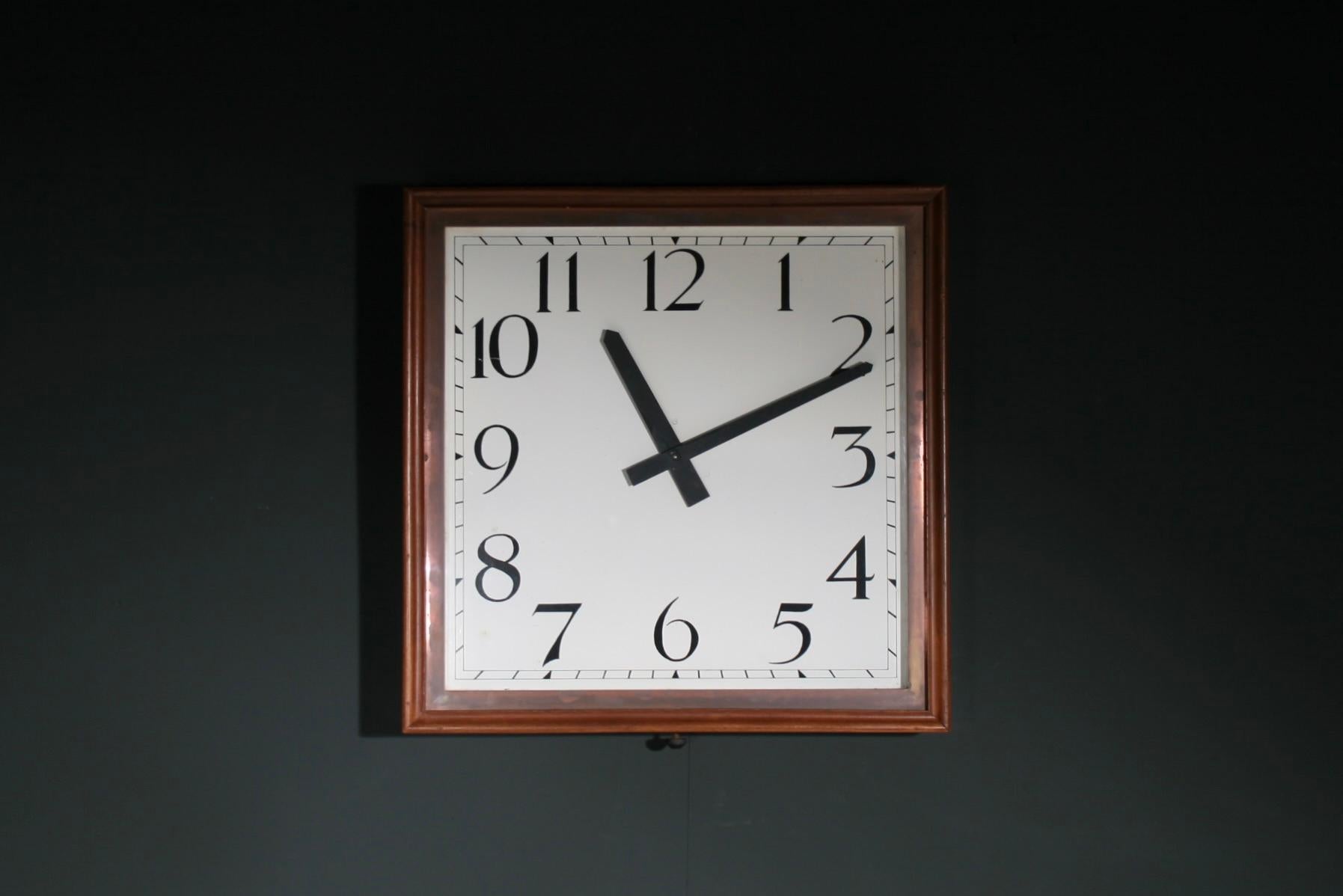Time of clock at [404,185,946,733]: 11:10
